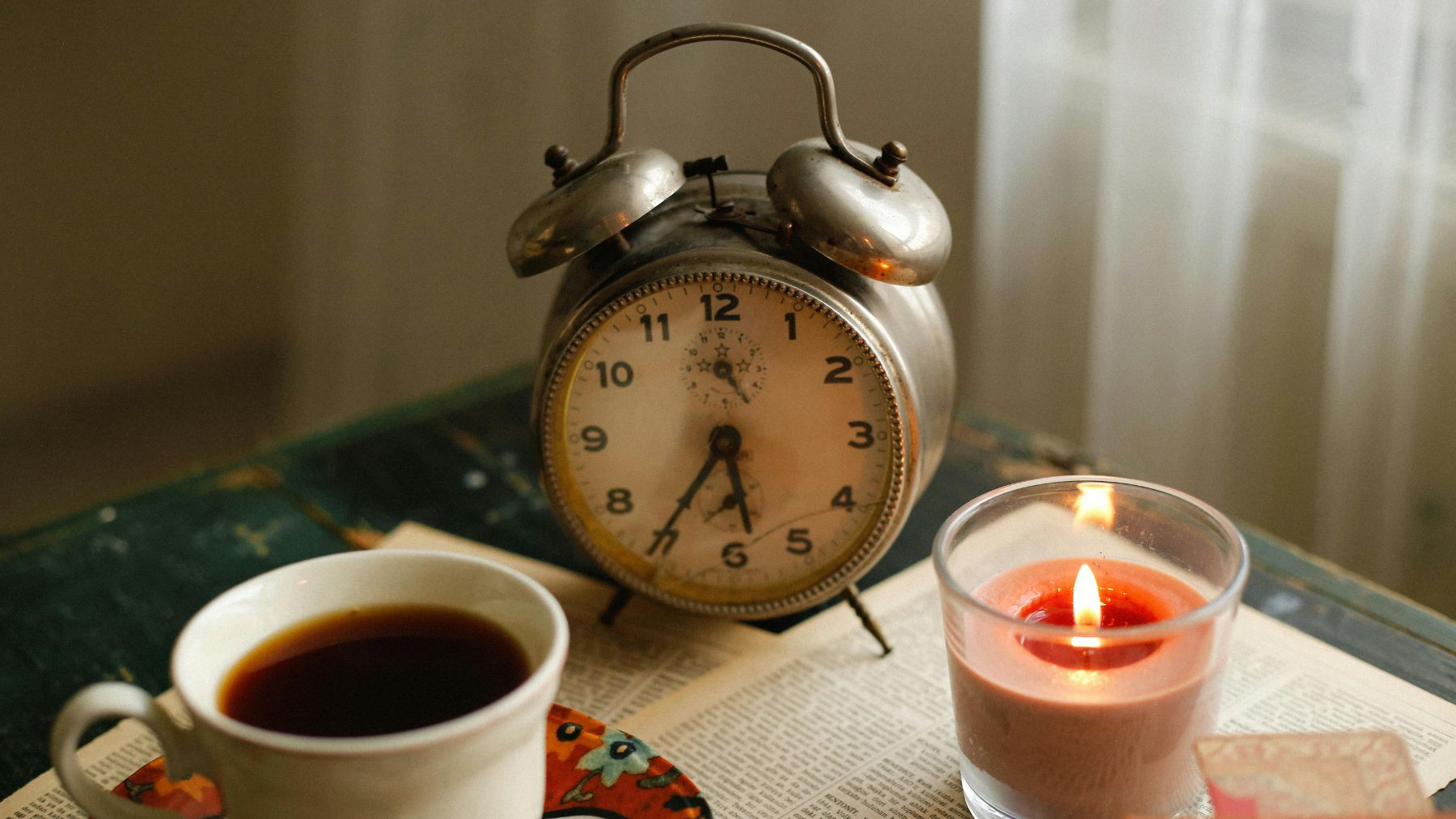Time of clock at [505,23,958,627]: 5:35
